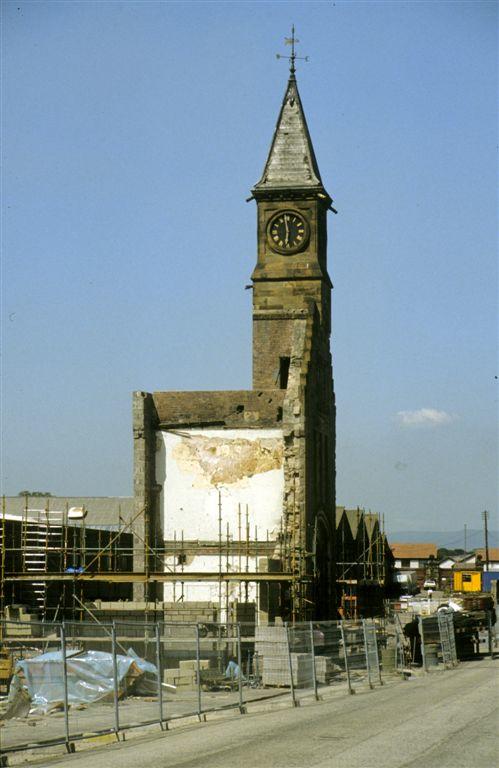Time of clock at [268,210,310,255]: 5:58
